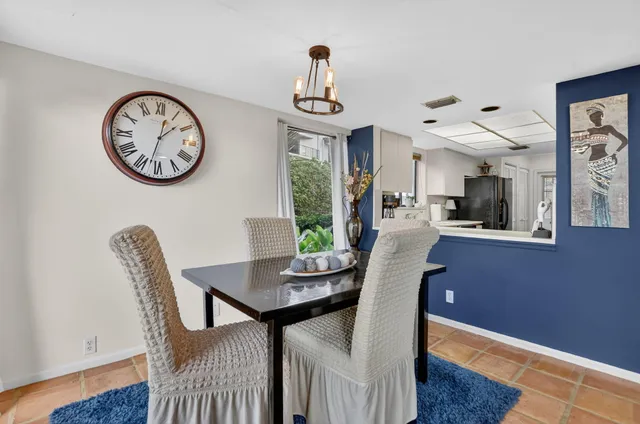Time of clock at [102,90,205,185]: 1:32
